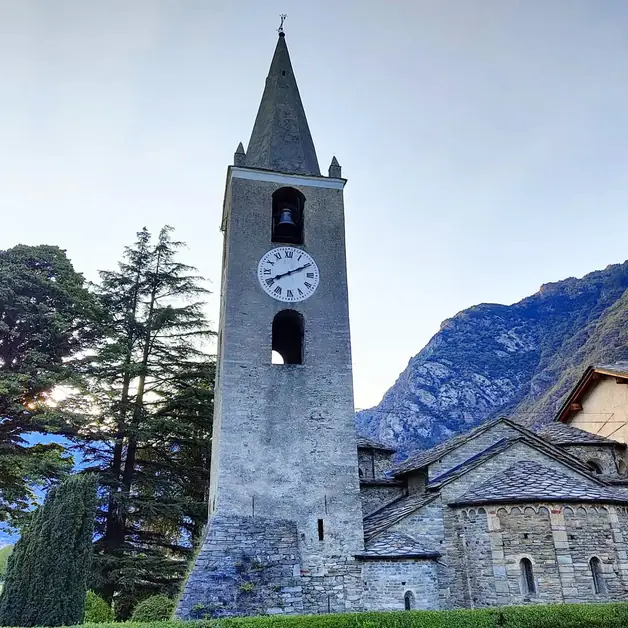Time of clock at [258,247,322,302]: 8:10
